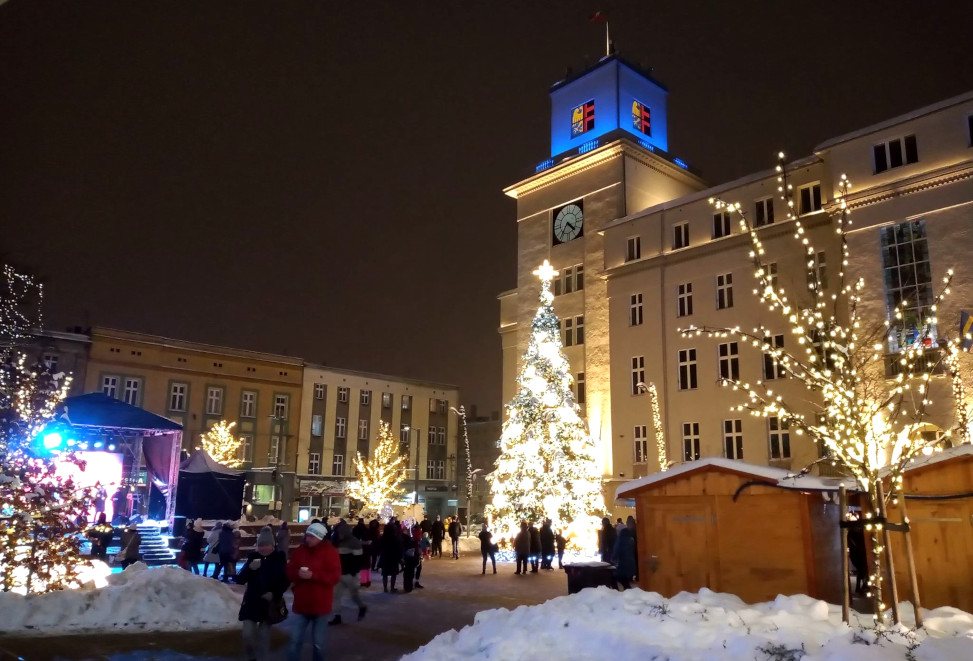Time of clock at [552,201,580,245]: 4:35
